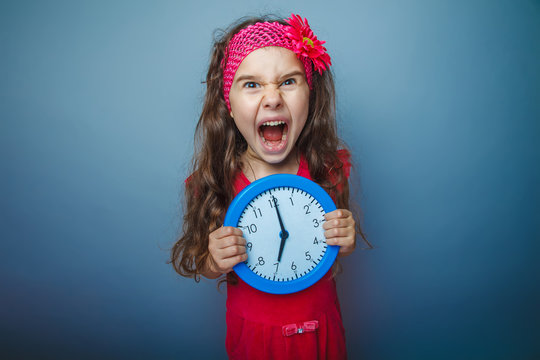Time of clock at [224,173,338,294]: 7:00
